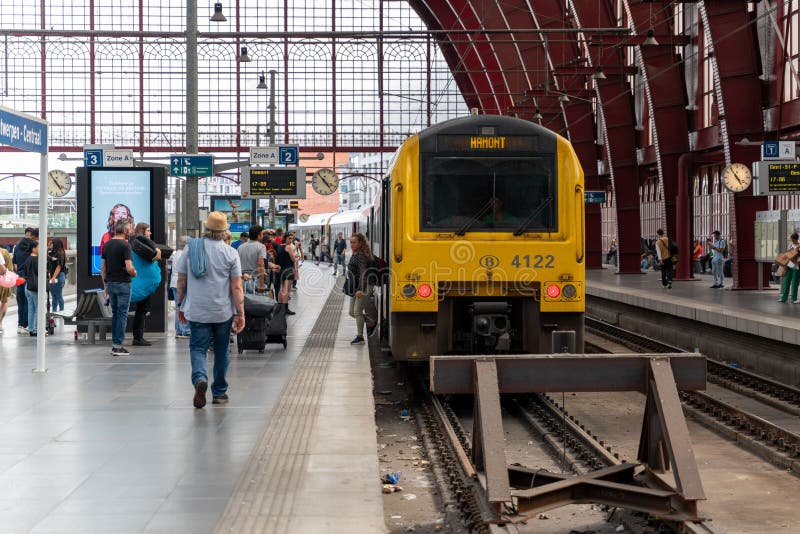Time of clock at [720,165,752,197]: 4:54
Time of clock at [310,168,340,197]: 4:54
